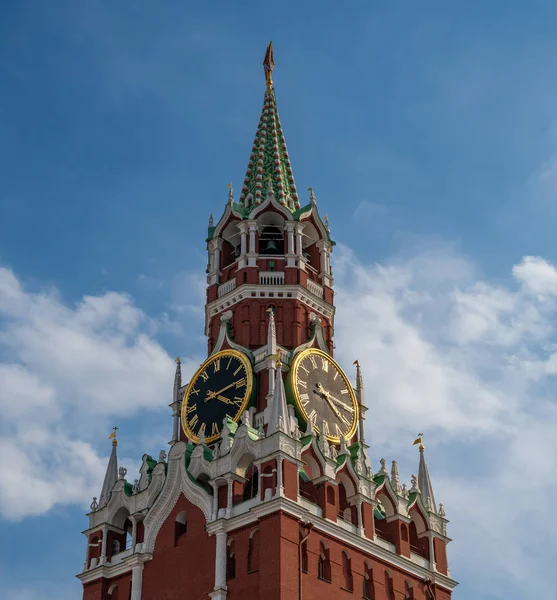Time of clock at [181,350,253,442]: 4:13
